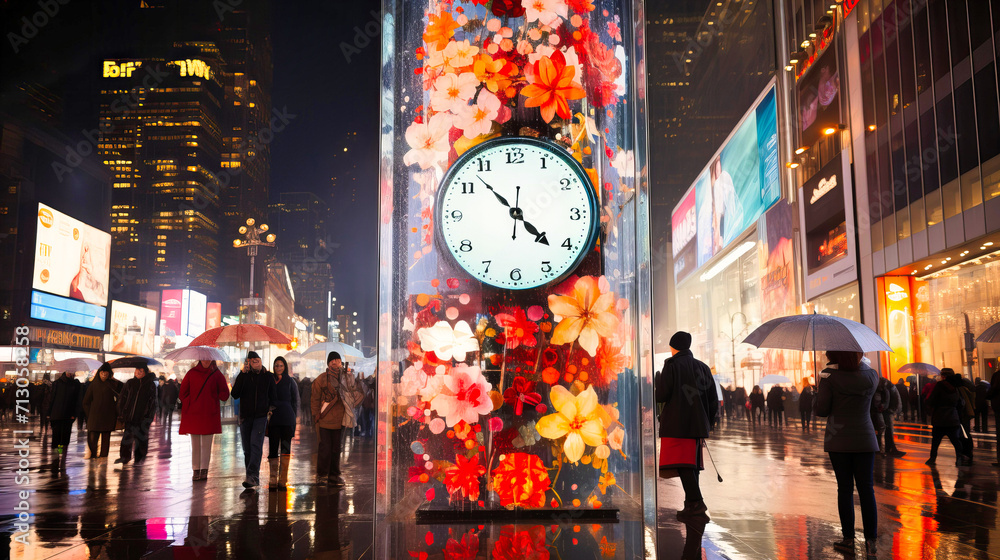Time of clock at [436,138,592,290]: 4:22
